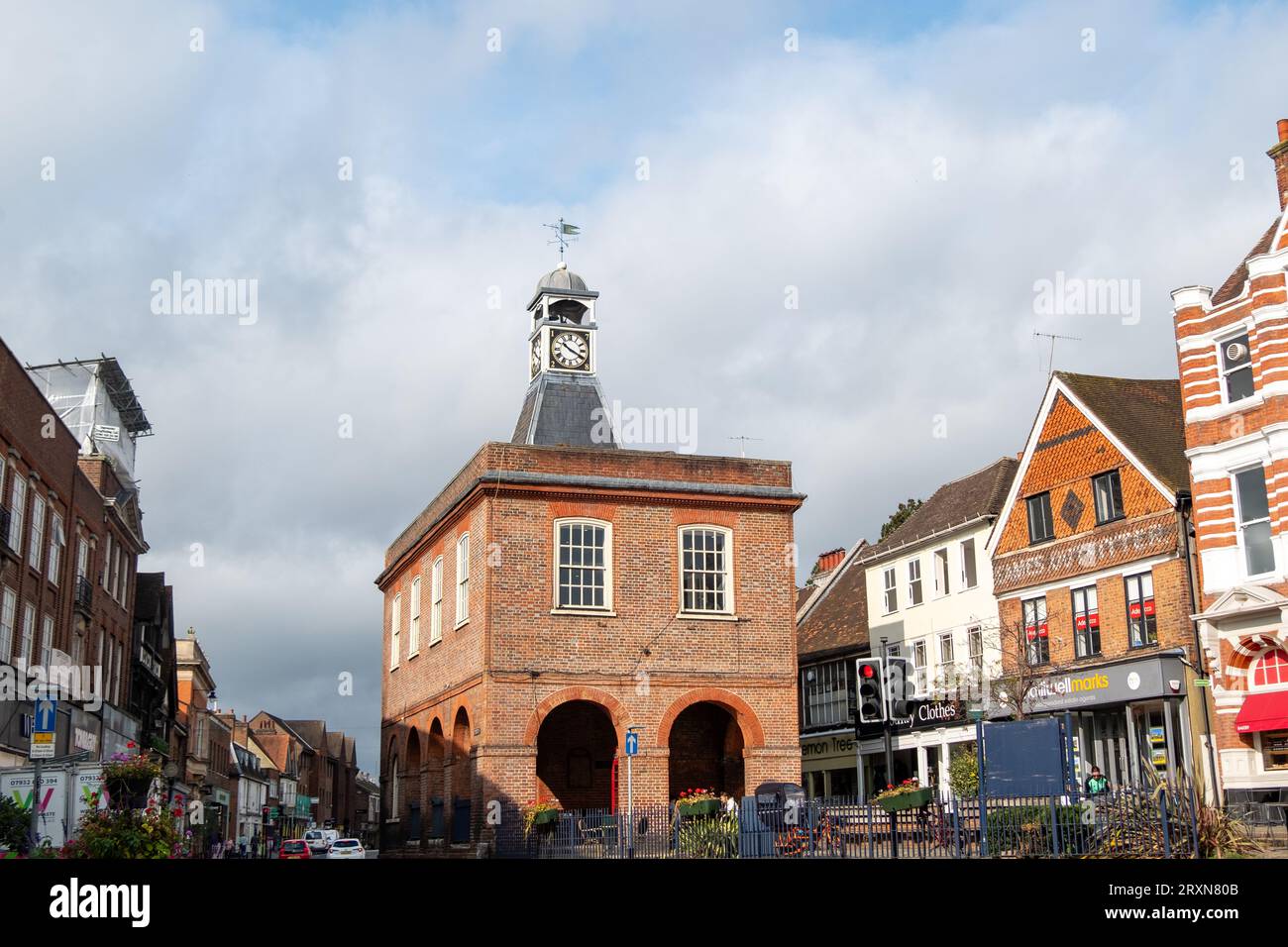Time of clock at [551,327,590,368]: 10:19
